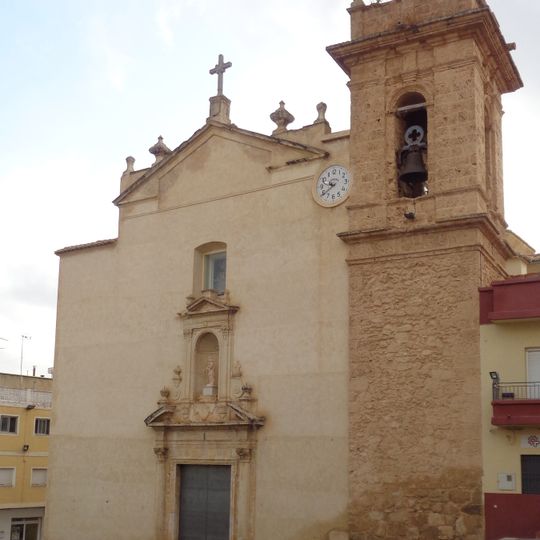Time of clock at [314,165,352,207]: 9:39
